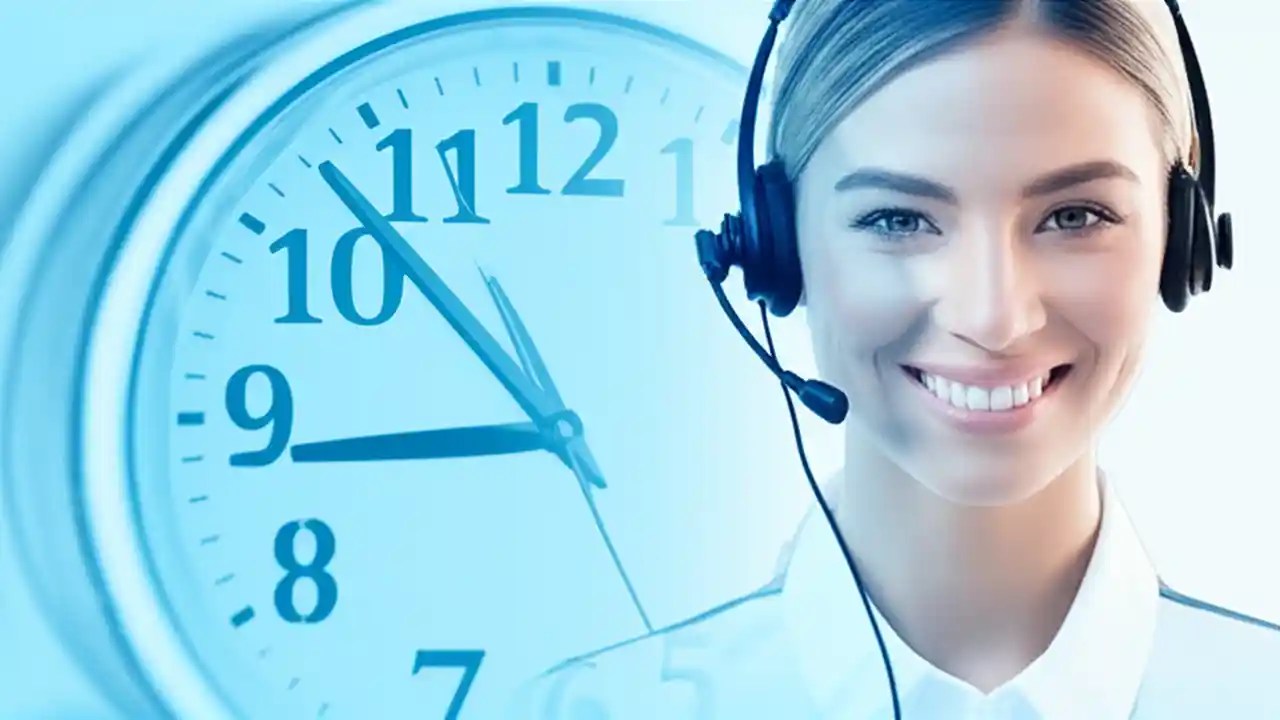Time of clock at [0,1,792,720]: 8:52
